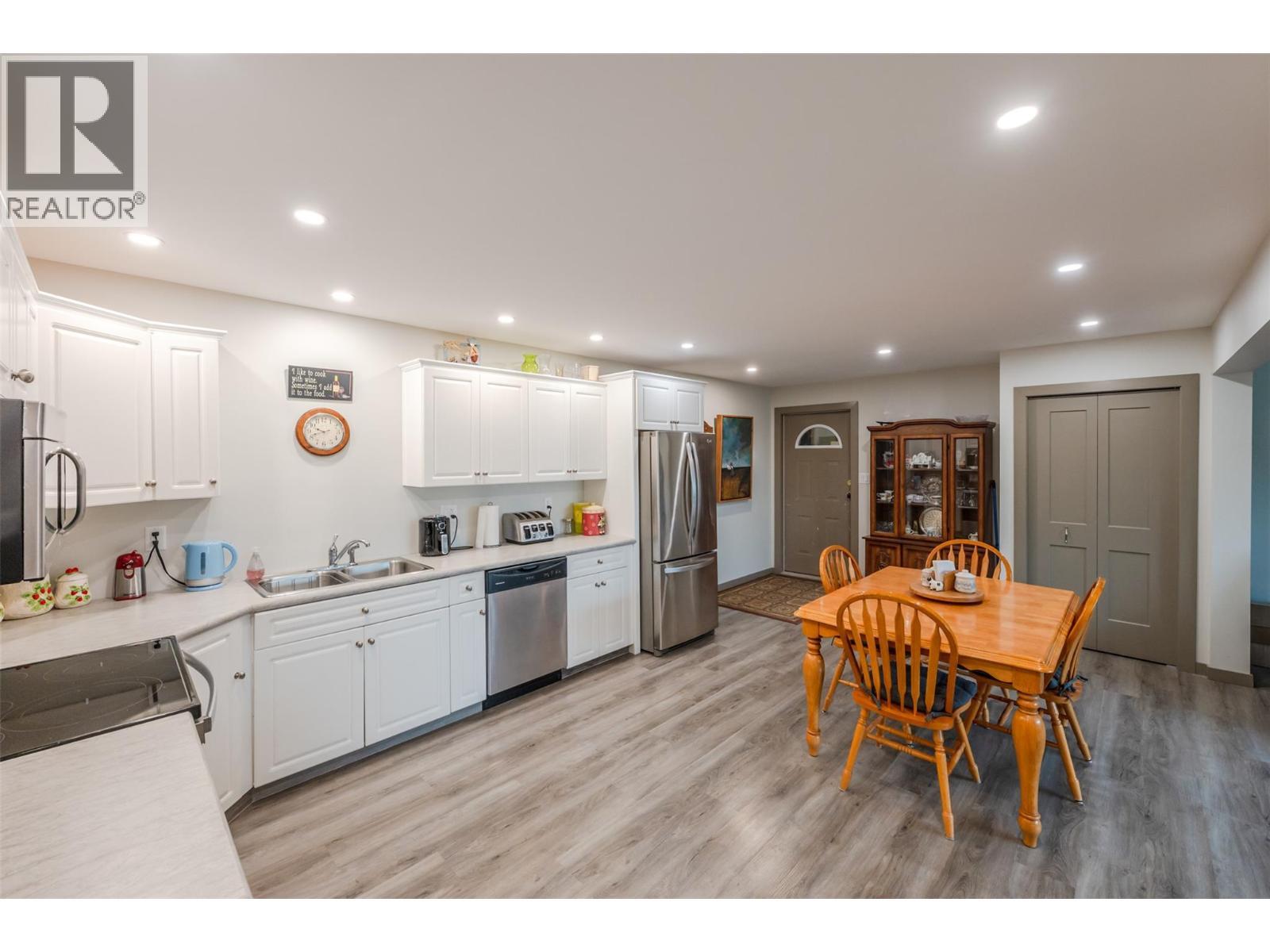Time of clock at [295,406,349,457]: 9:41
